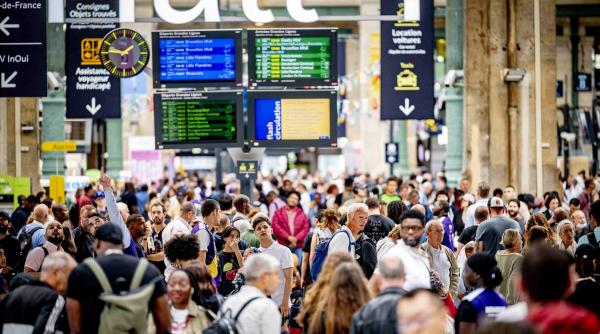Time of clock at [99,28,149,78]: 1:46
